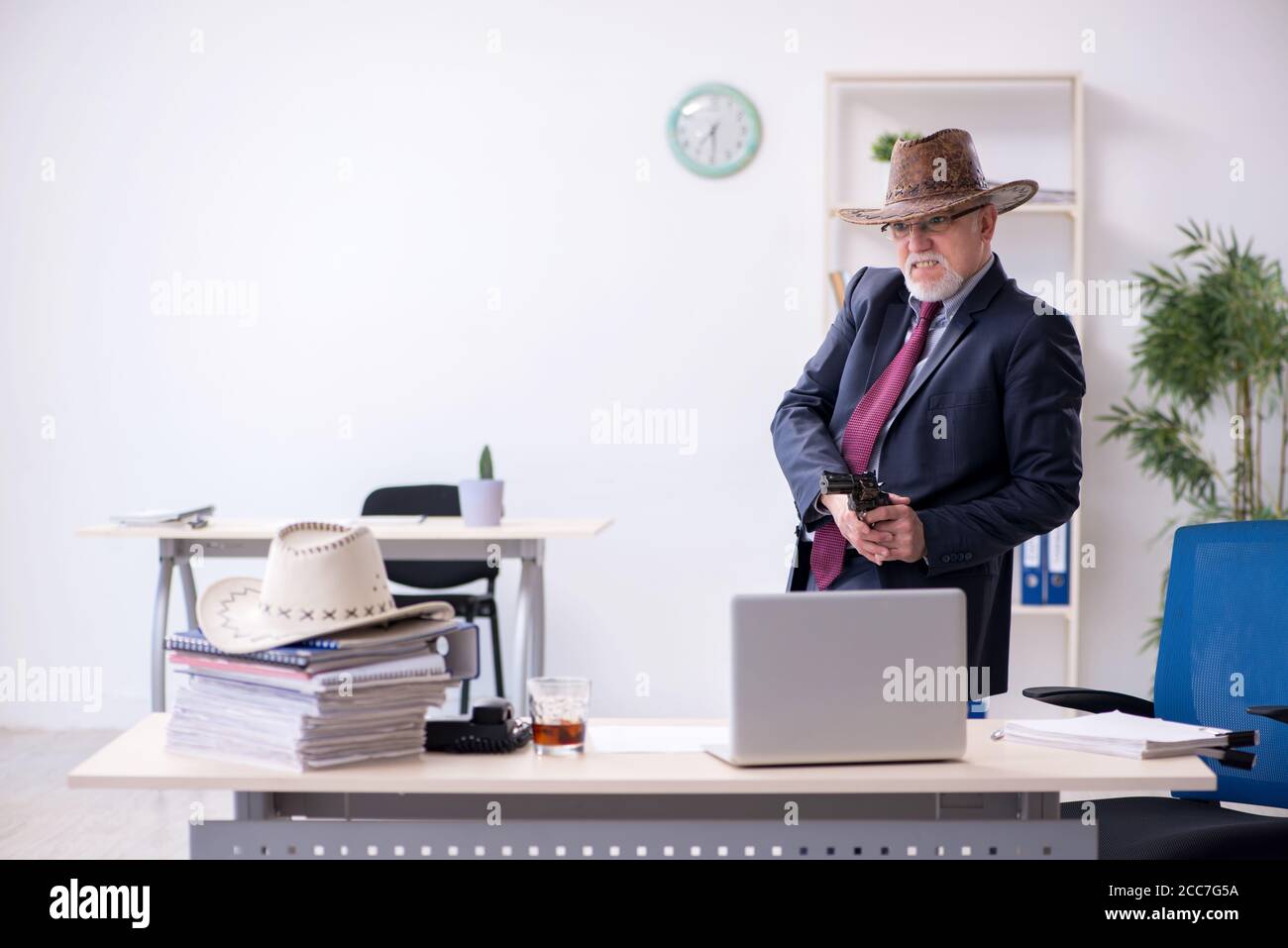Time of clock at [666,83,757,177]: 7:29
